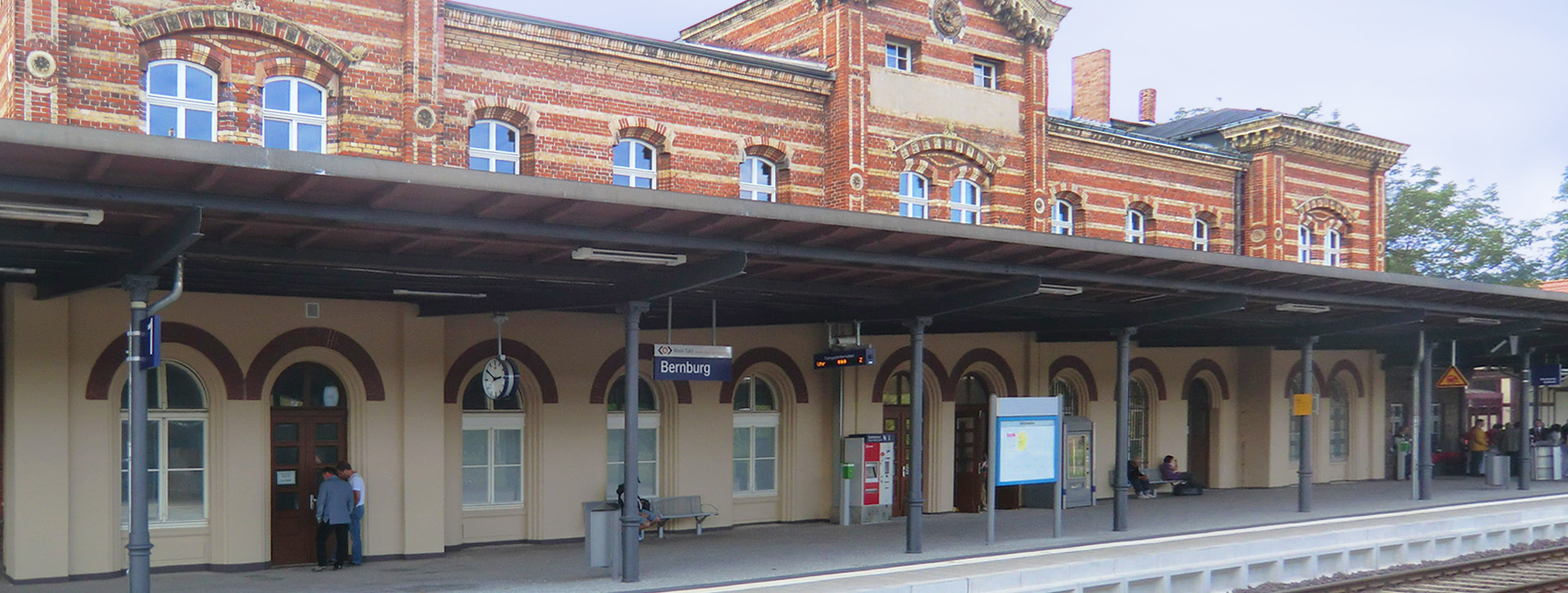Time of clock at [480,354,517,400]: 2:50
